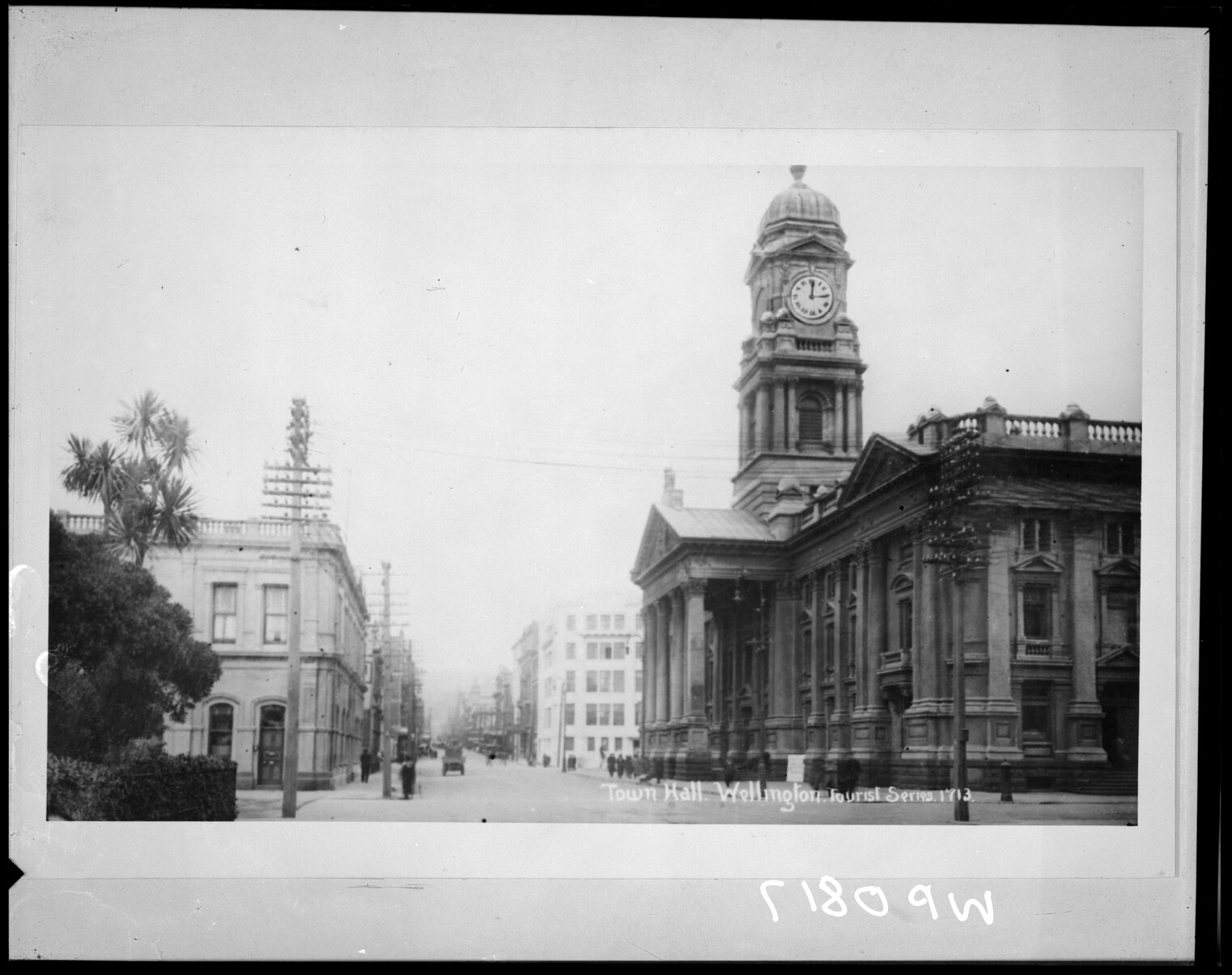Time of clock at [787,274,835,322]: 12:14
